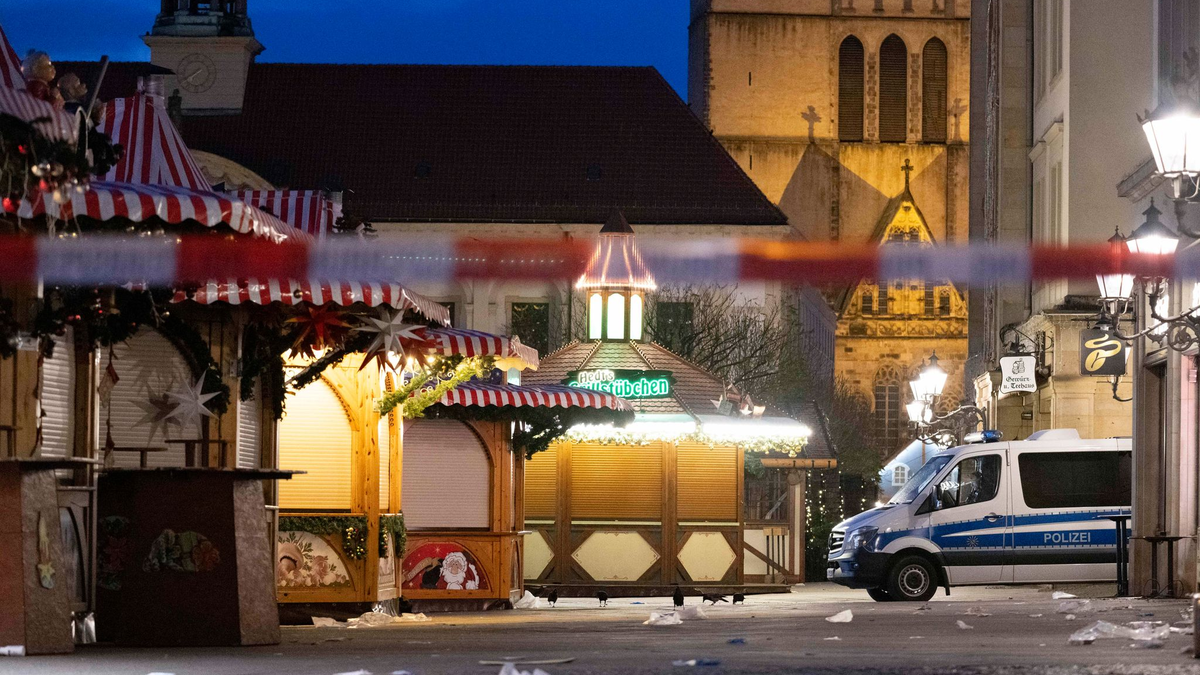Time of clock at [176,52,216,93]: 7:40
